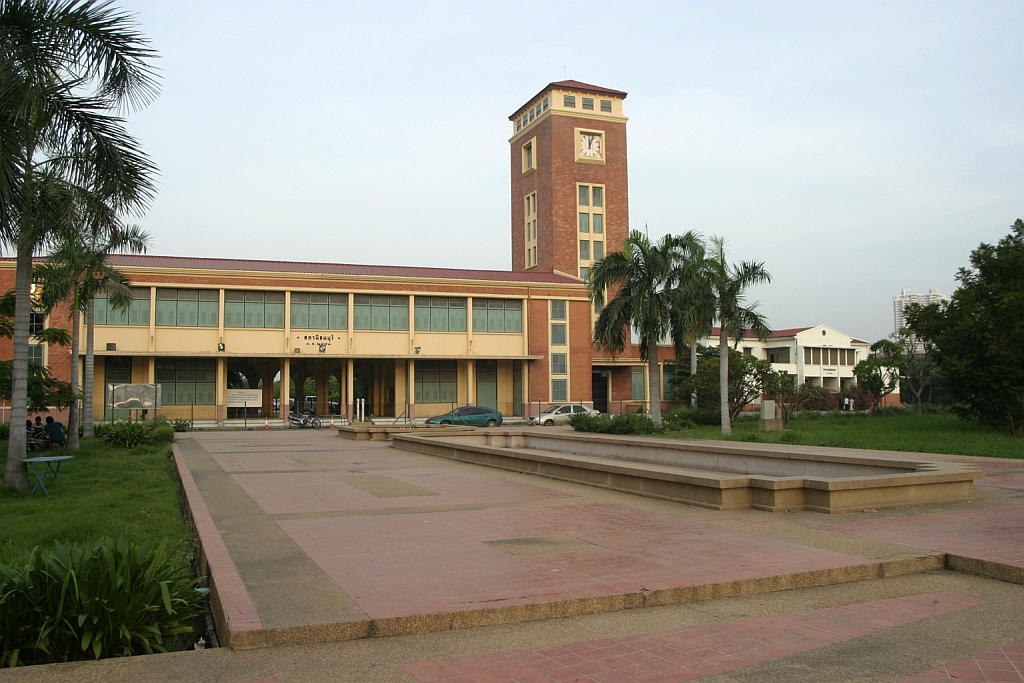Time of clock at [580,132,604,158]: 12:03
